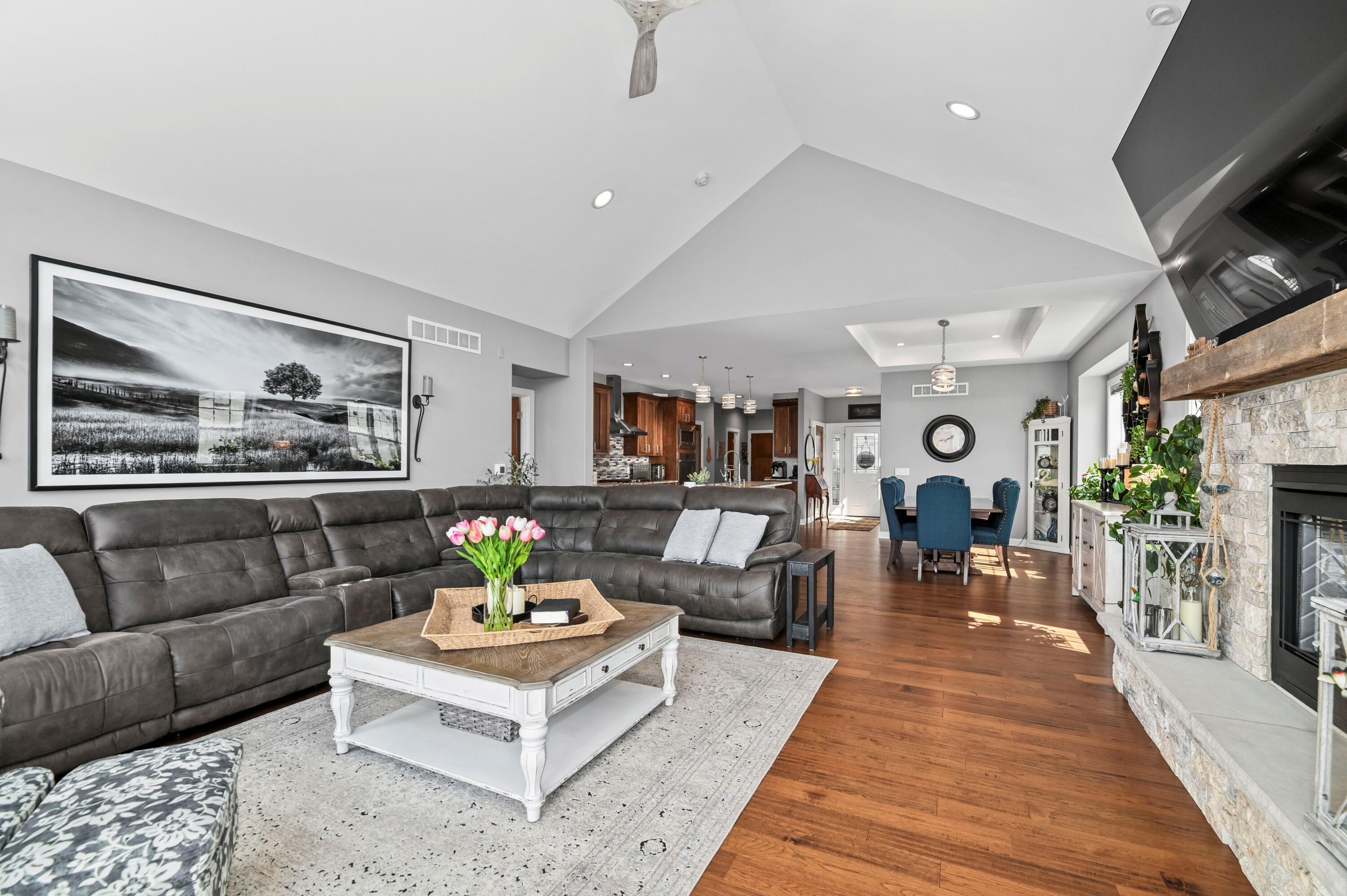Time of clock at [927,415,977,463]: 1:42
